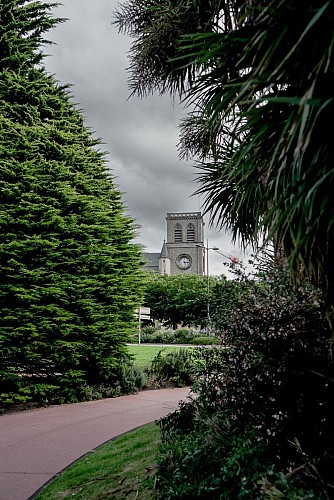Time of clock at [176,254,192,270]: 5:15
